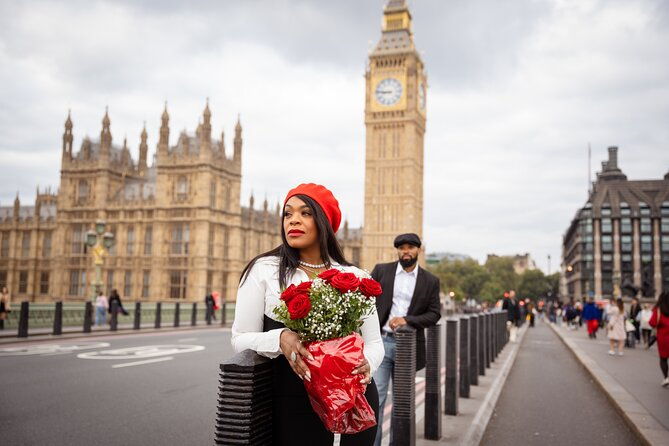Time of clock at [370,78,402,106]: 8:46
